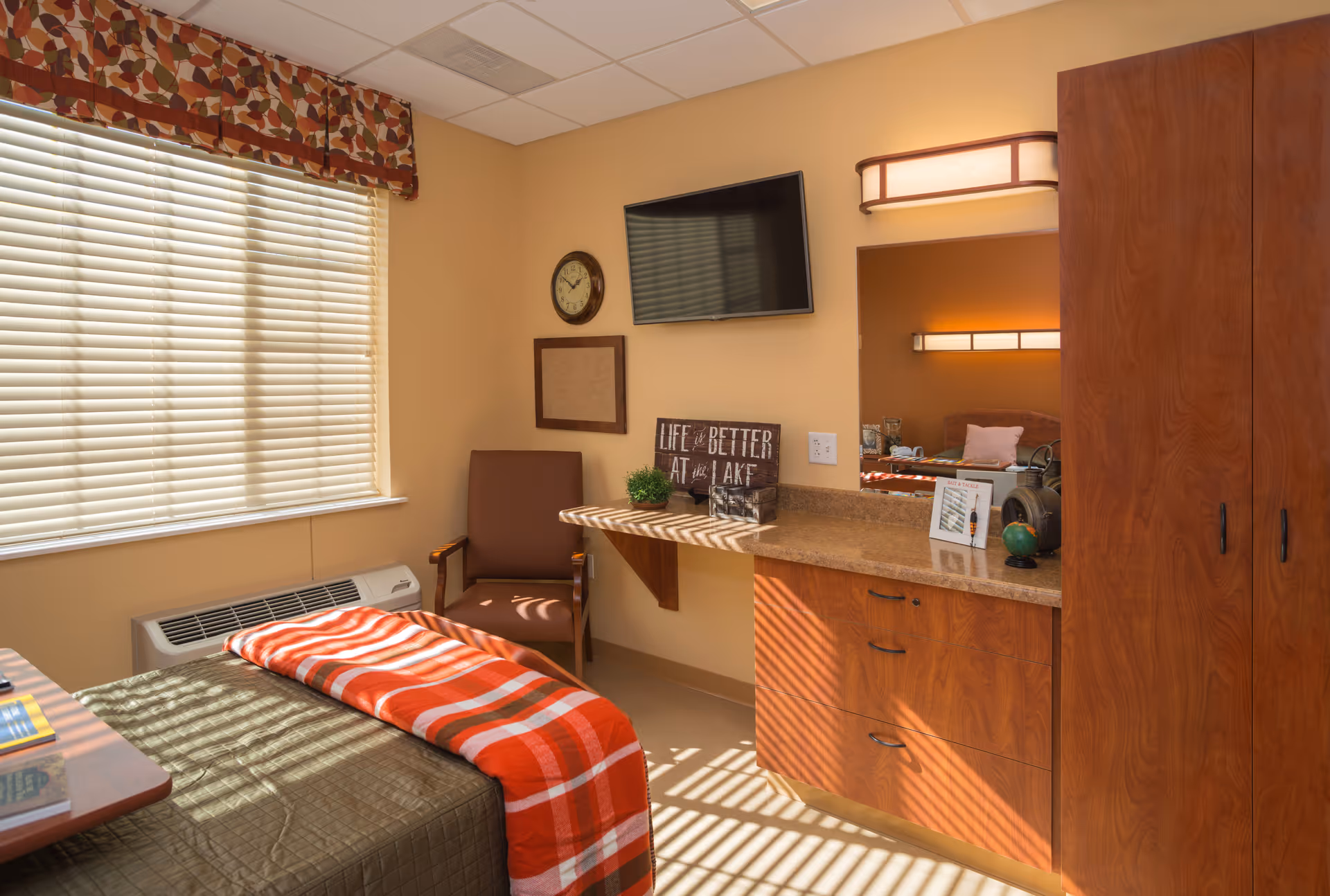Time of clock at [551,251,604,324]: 1:51
